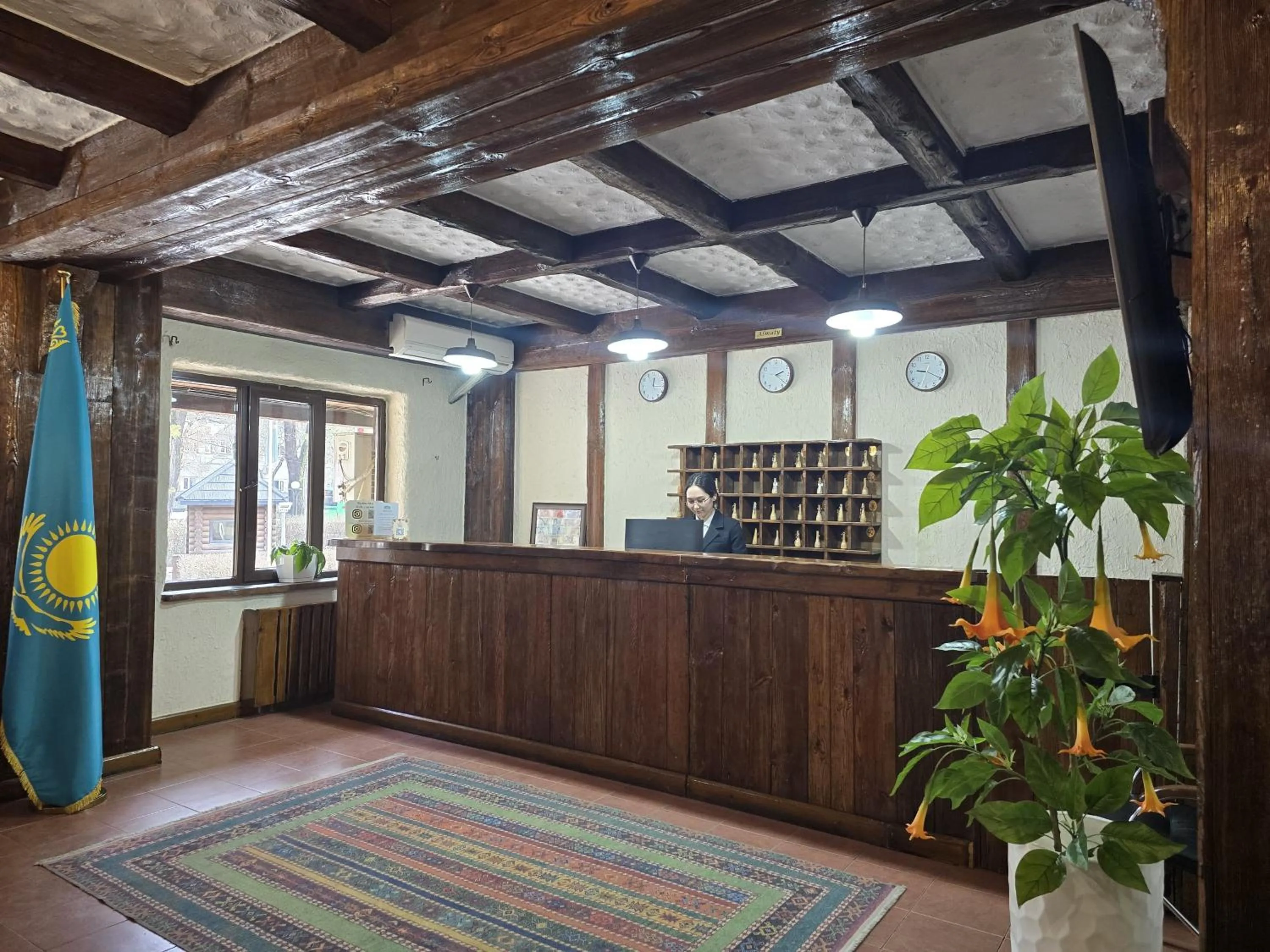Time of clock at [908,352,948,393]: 9:19
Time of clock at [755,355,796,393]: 2:21
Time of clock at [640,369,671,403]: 12:15
